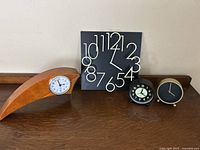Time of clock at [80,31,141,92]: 4:03
